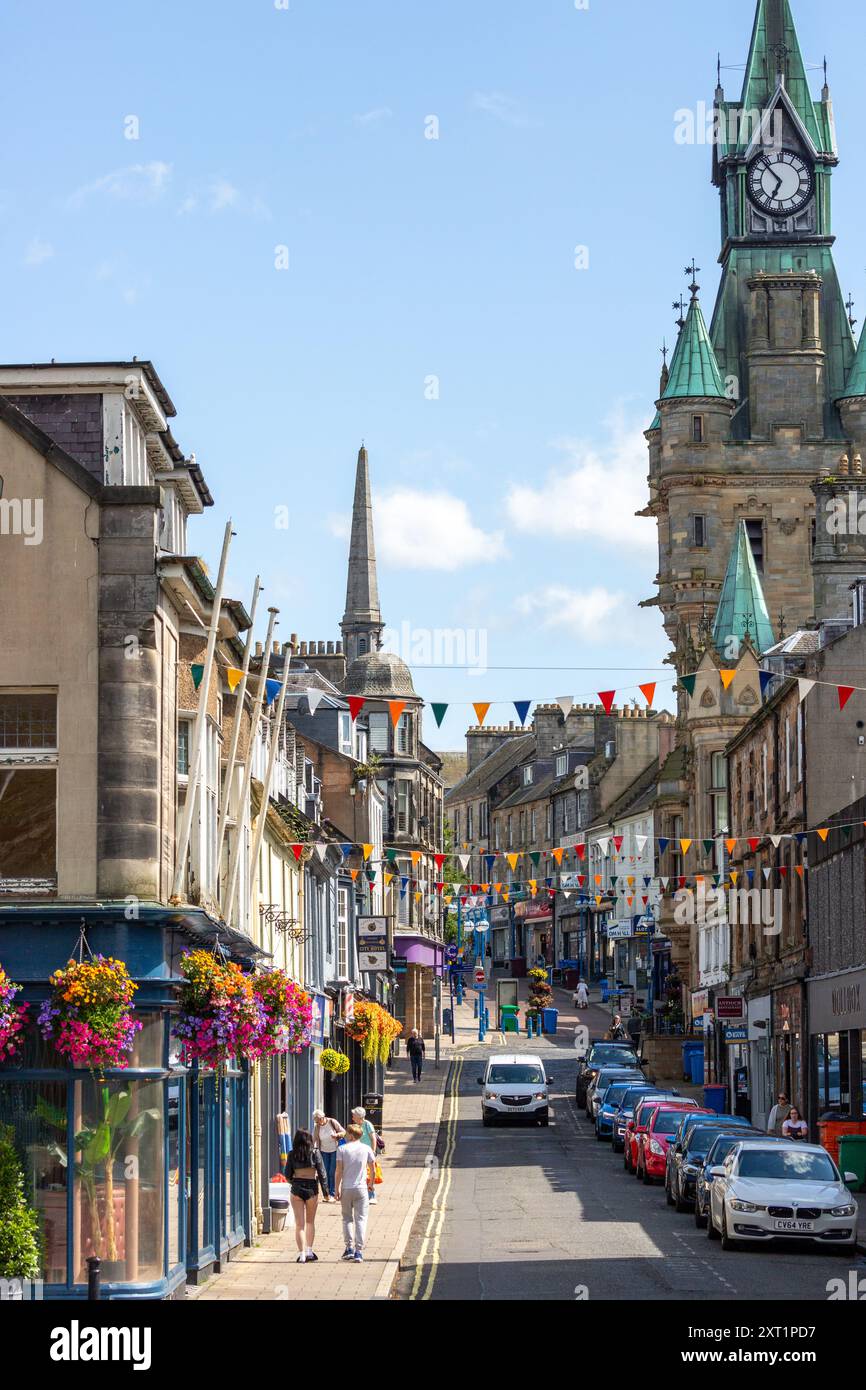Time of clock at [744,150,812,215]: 6:52
